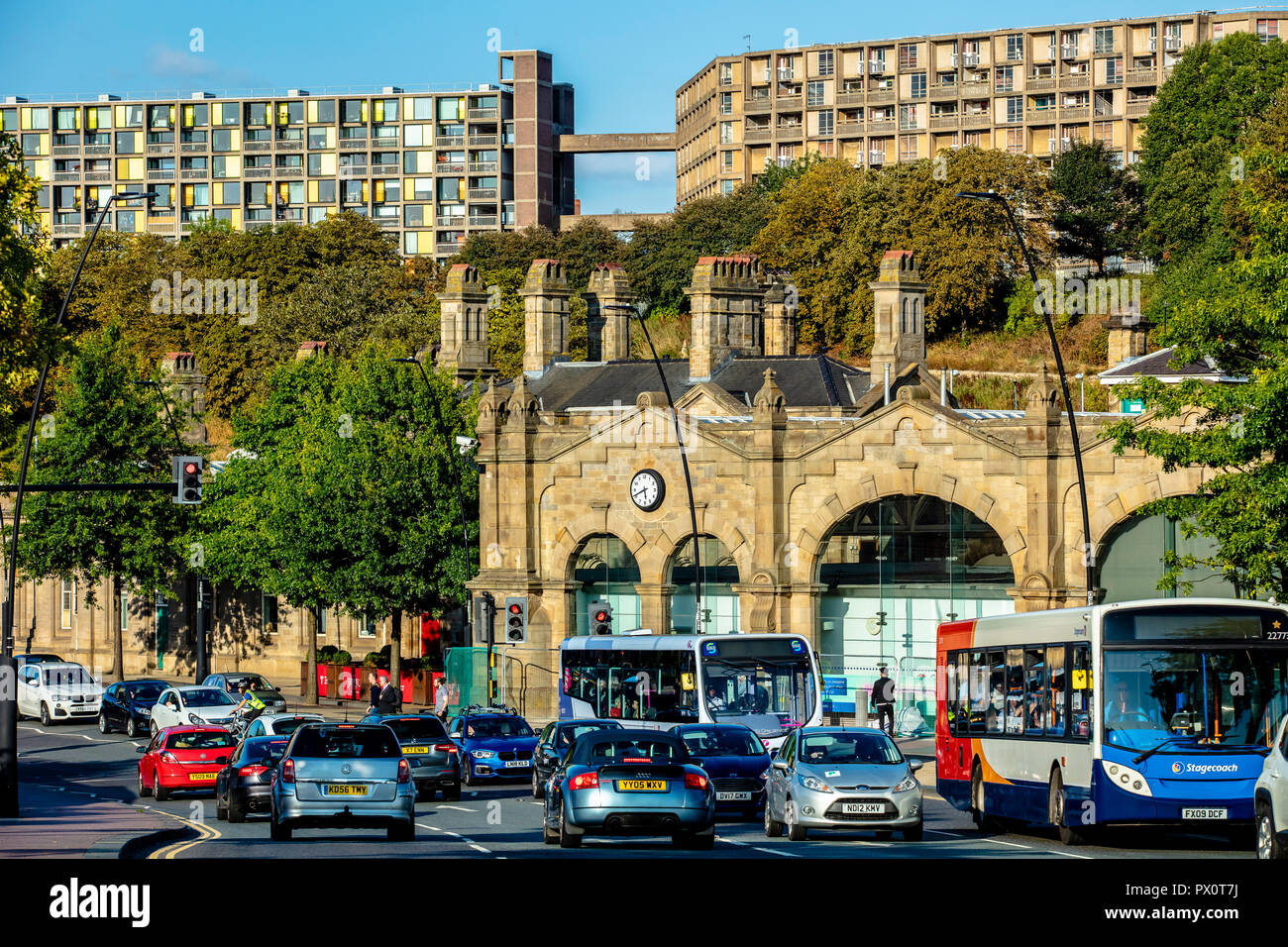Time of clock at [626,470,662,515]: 5:41
